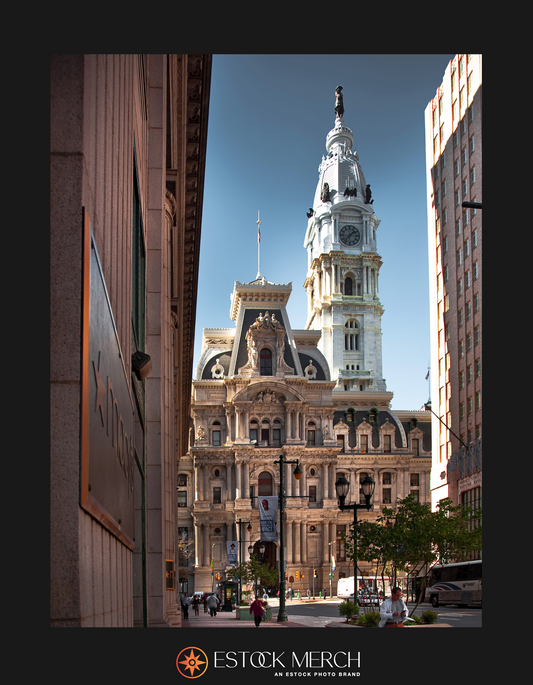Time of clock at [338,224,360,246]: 1:37
